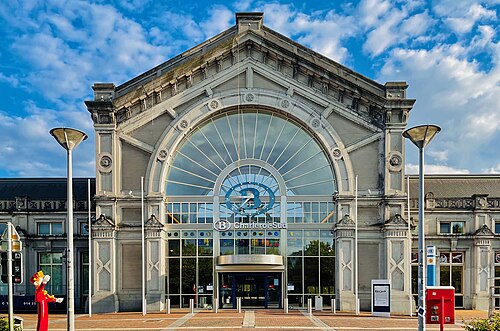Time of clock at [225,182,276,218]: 8:36
